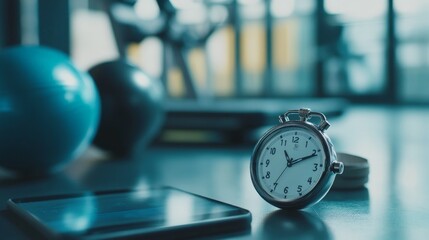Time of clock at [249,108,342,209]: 11:11
